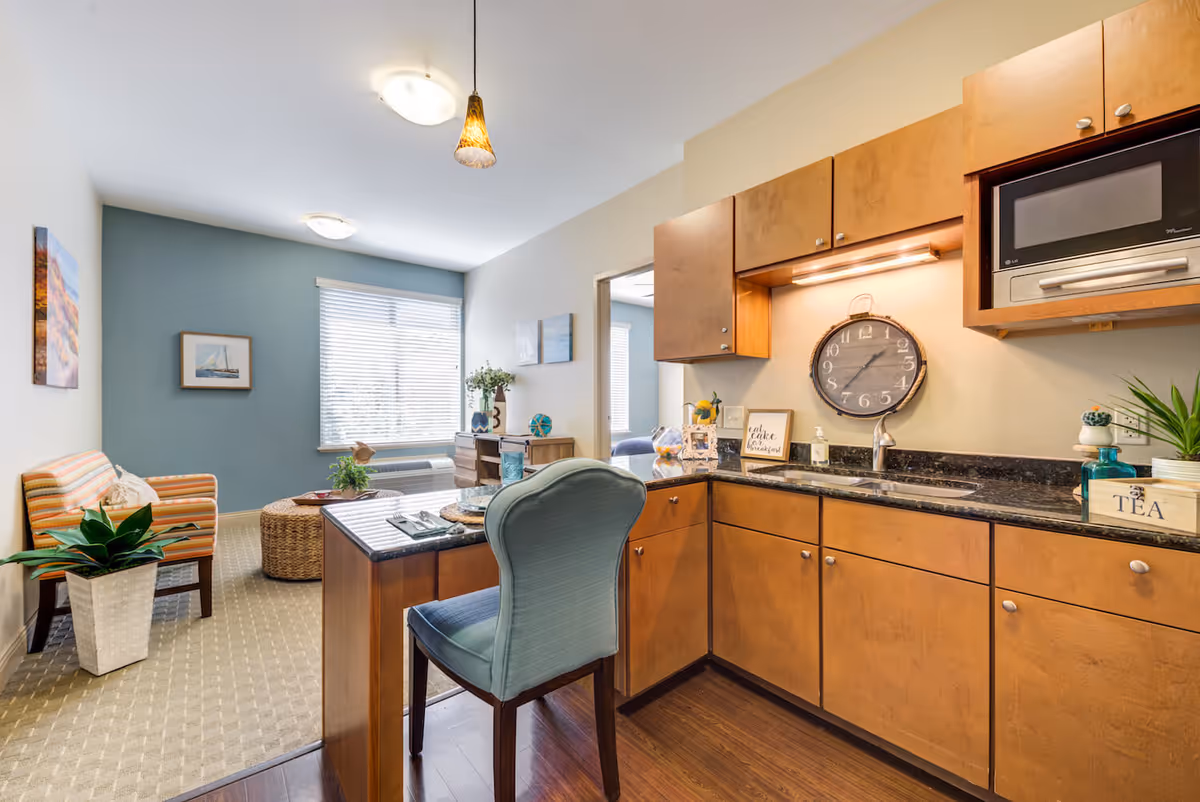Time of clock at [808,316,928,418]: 1:36
